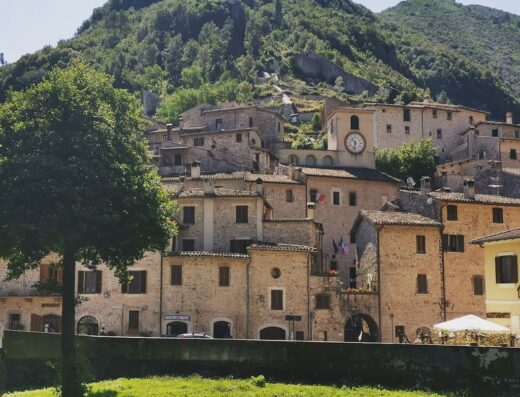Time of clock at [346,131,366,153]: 10:32
